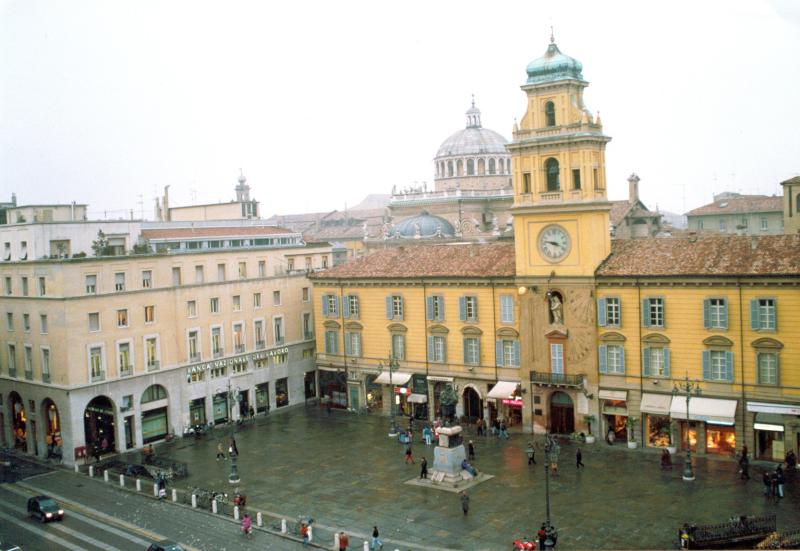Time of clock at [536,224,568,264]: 3:46
